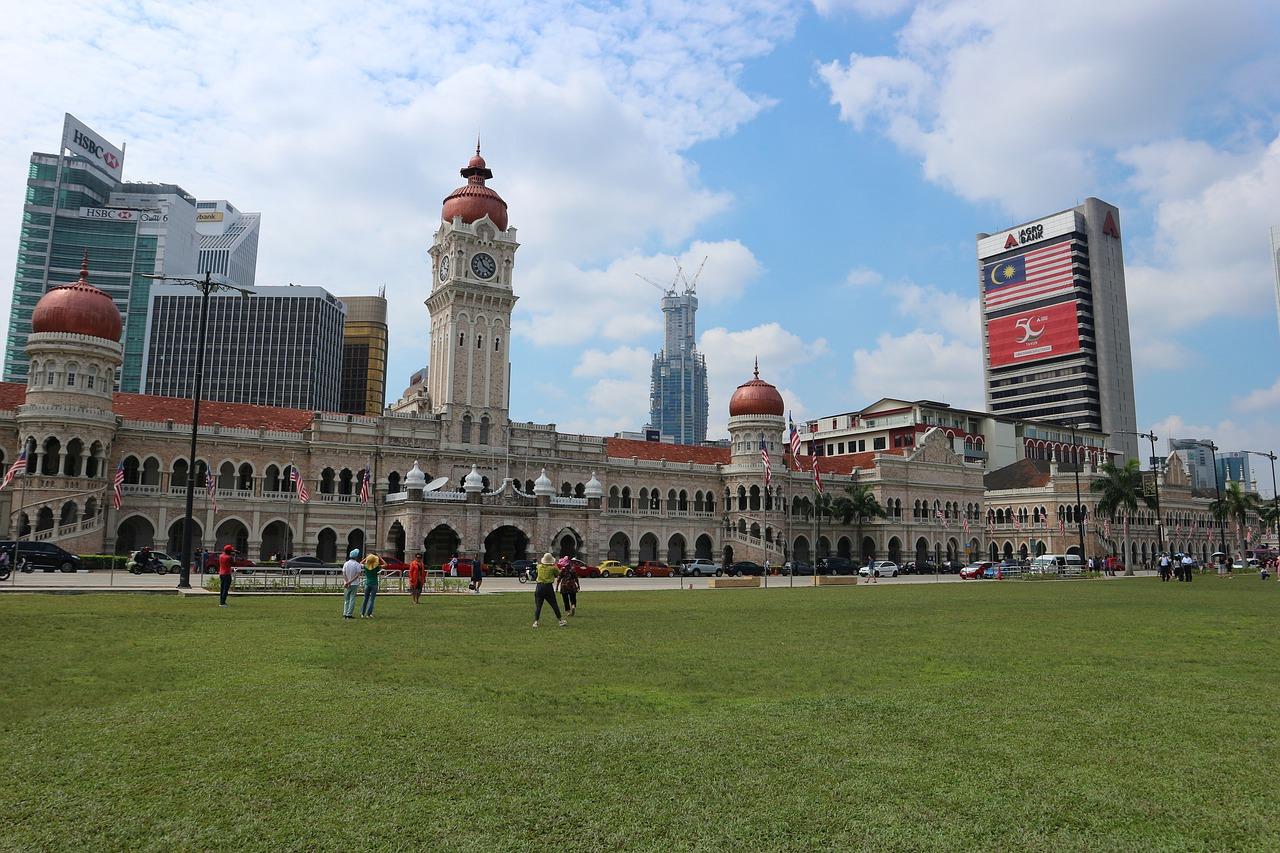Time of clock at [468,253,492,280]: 11:19
